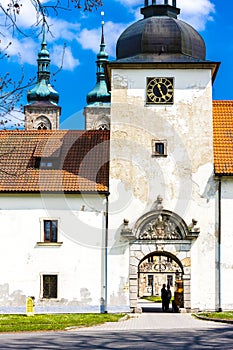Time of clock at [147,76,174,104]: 4:57
